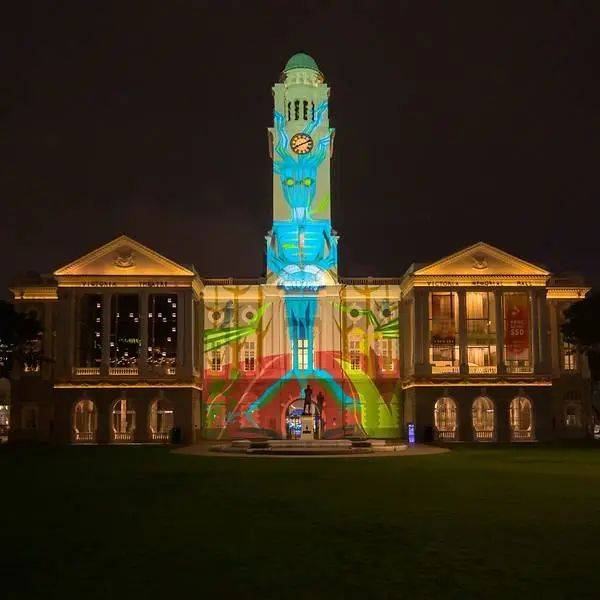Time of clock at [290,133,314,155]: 8:11
